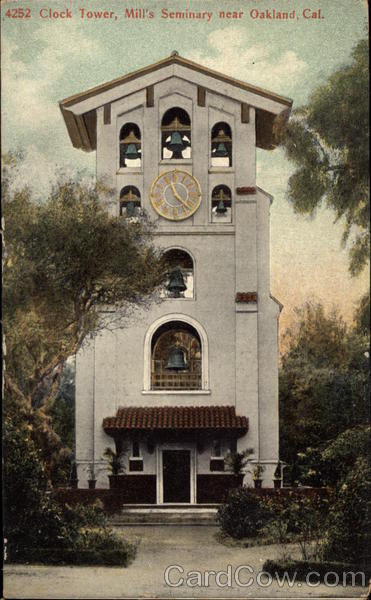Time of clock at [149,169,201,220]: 11:22
